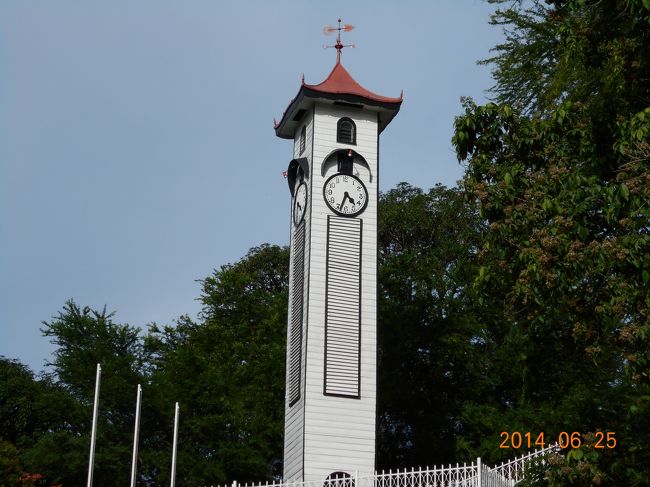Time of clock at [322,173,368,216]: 4:33
